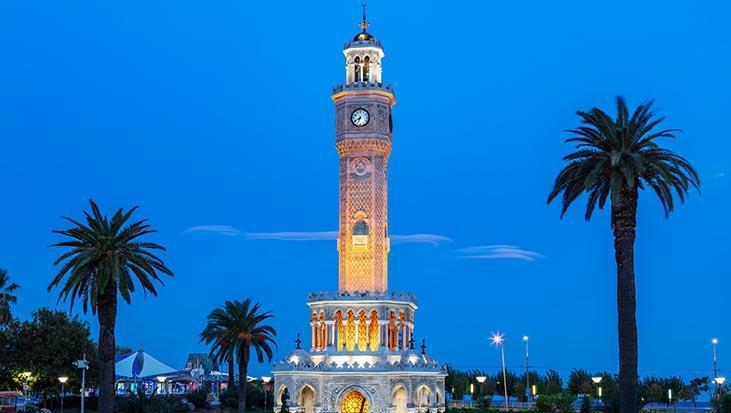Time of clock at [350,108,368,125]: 6:40
